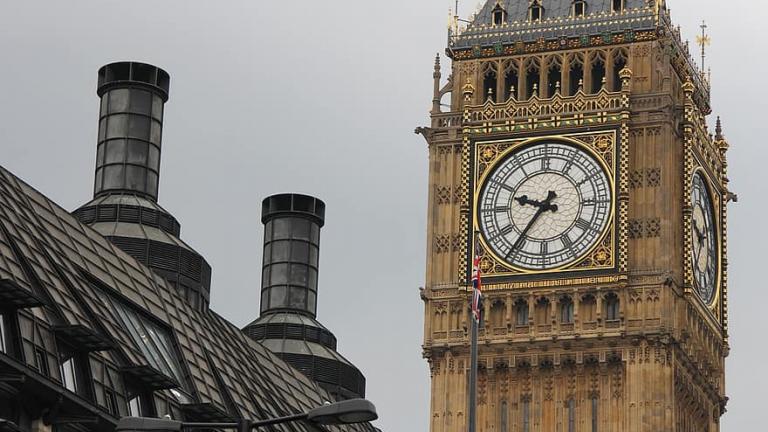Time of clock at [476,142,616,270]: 9:36
